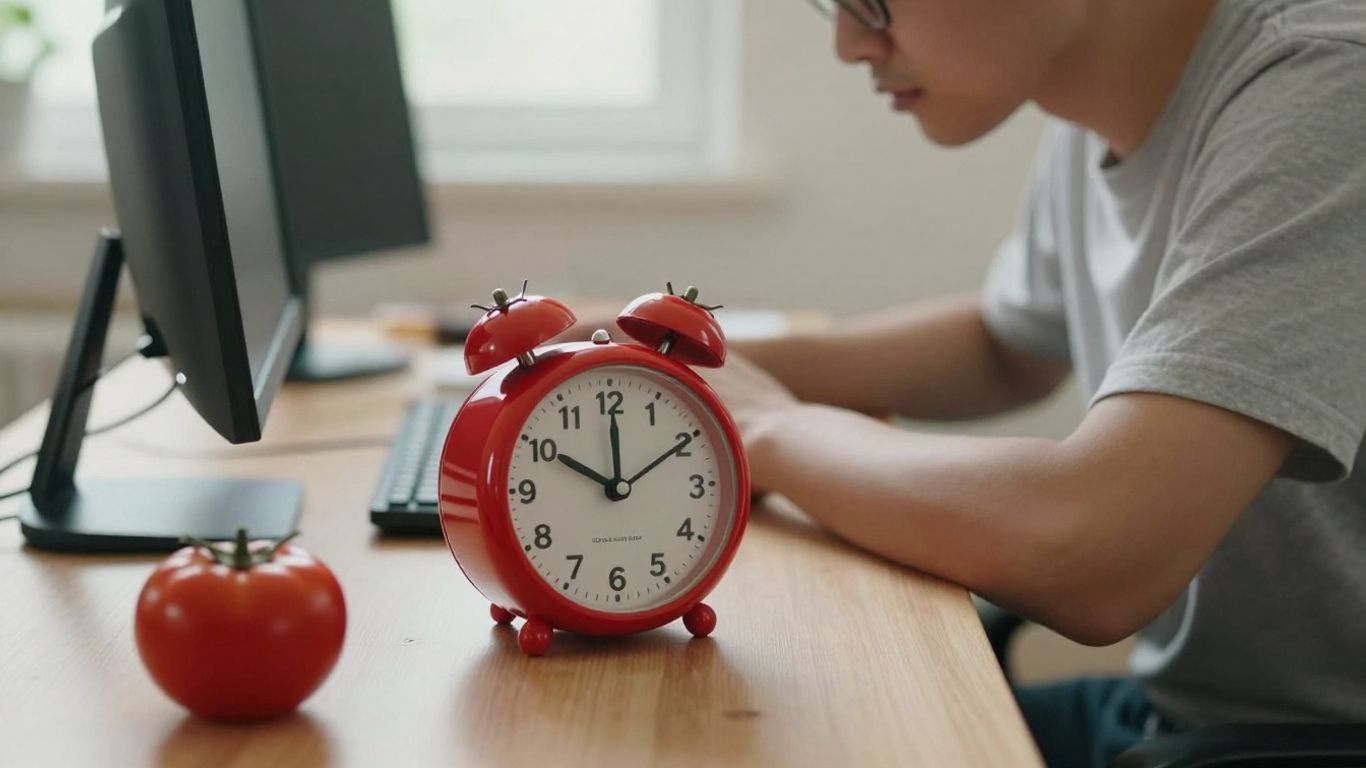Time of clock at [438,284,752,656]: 10:00
